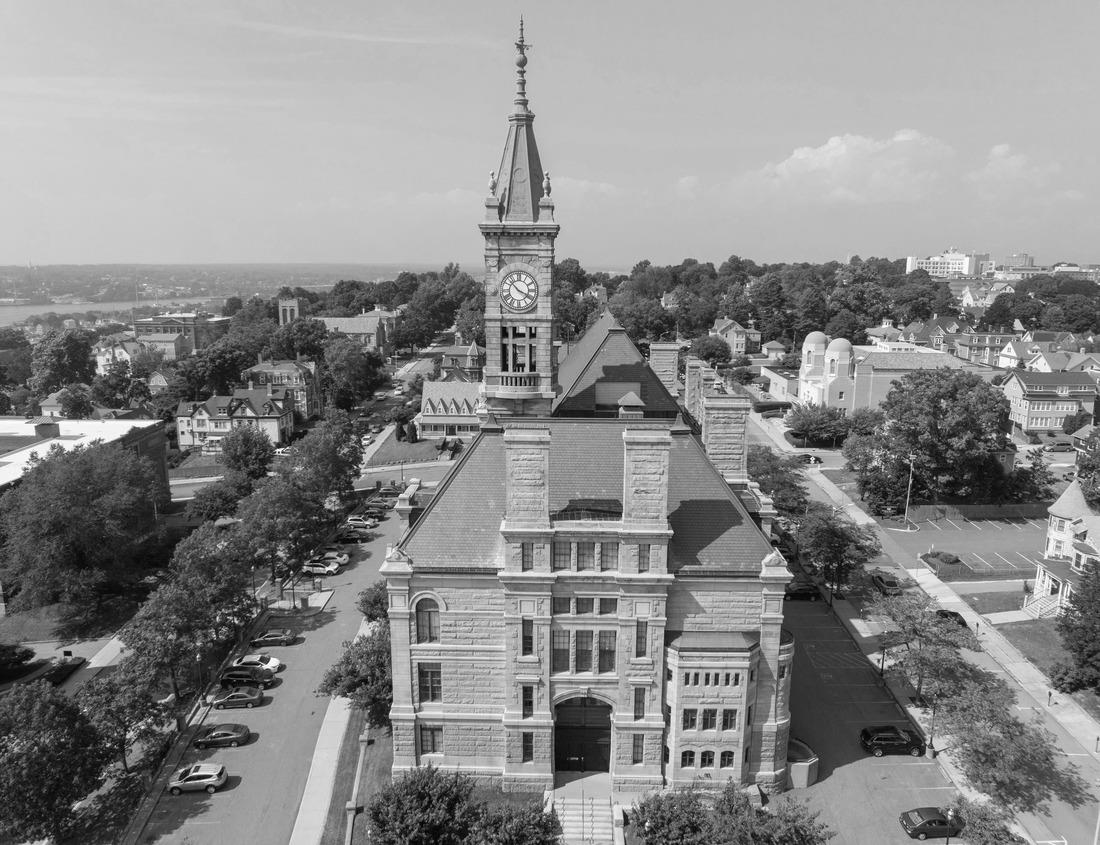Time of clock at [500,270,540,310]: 3:52
